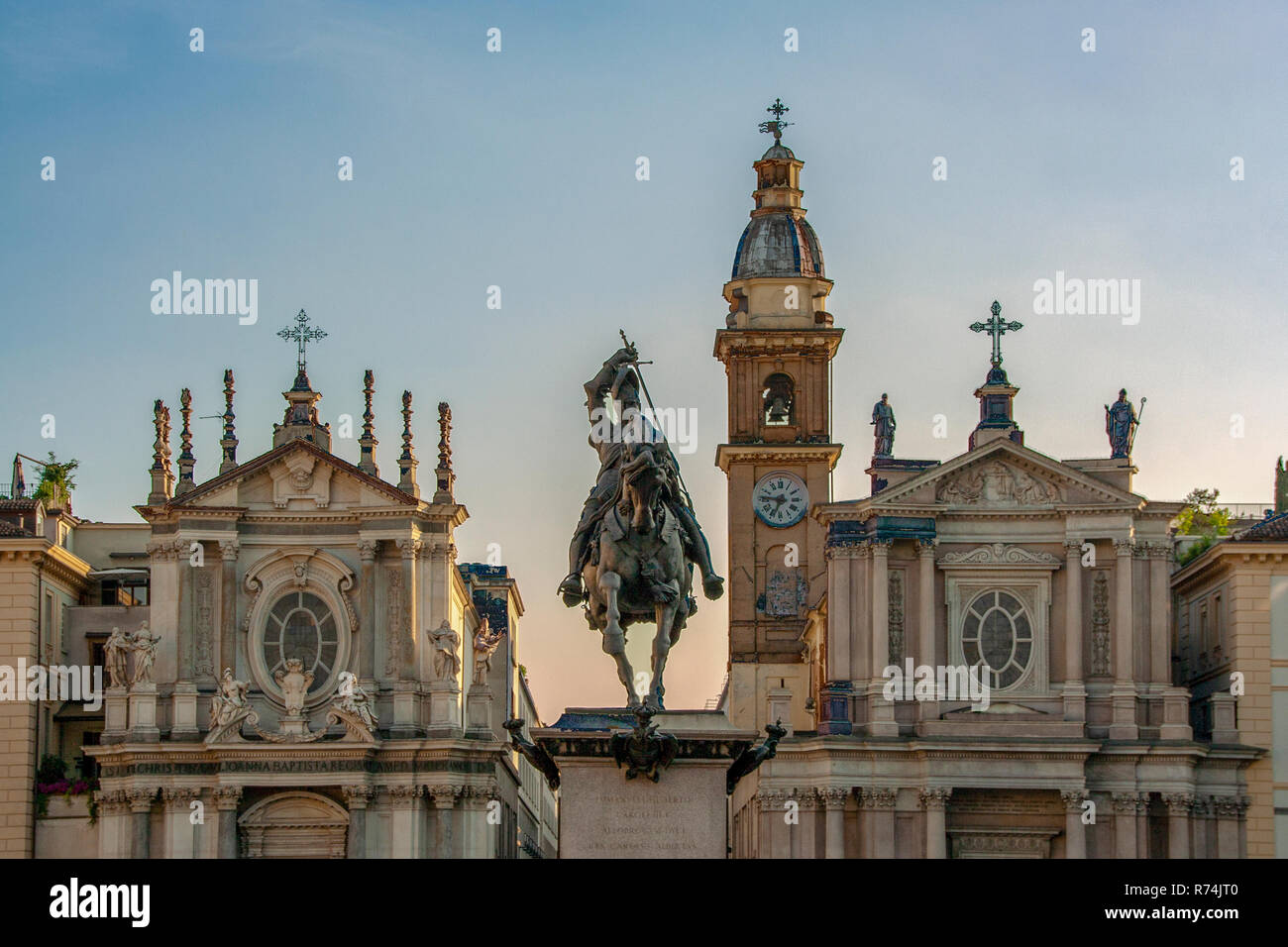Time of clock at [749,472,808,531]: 6:46
